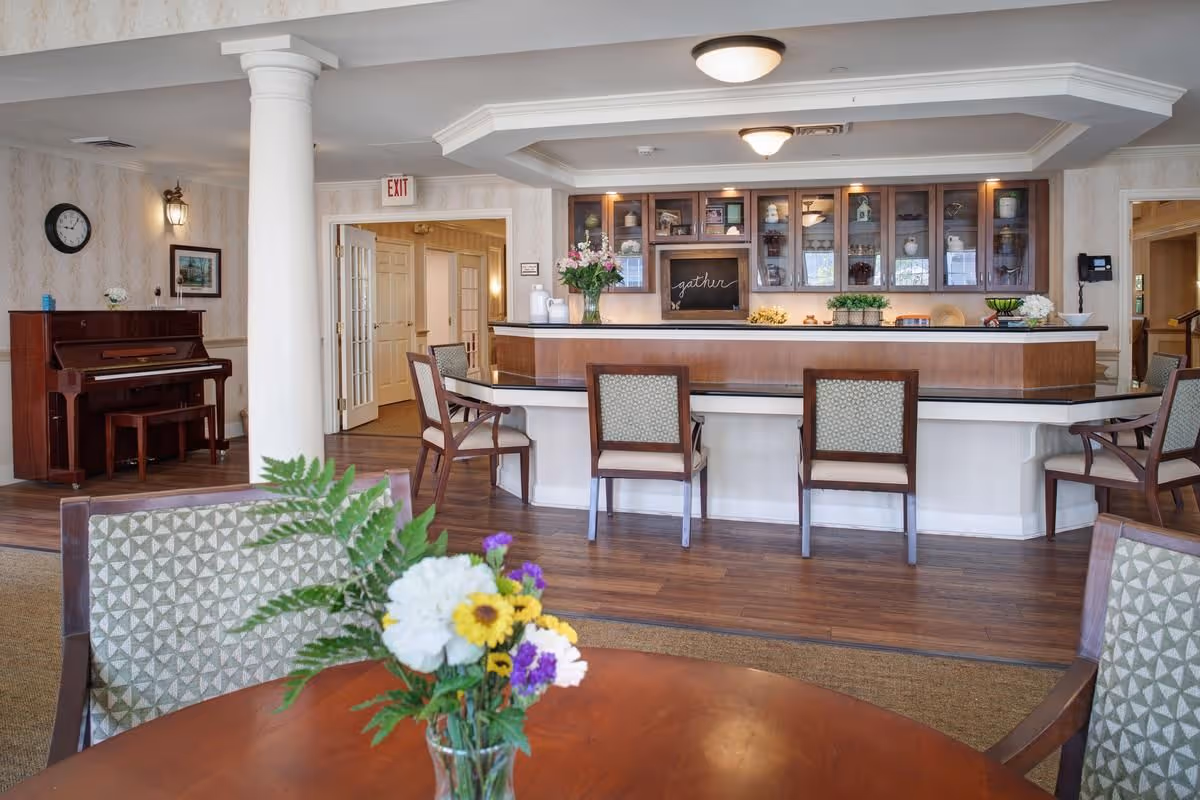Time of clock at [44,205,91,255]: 9:06
